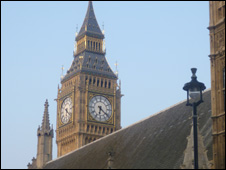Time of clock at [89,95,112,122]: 6:21
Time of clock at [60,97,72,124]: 6:21
